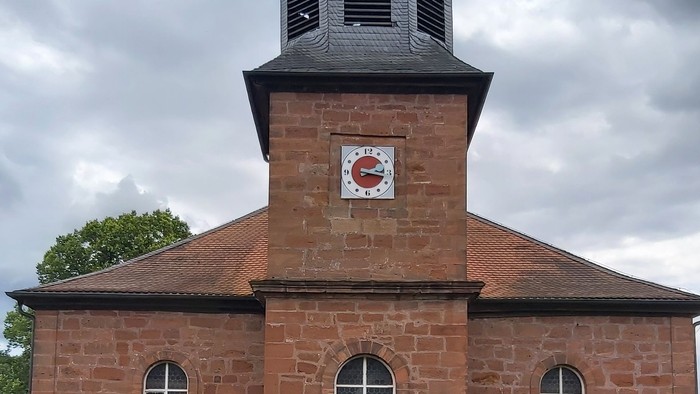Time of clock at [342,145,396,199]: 2:17
